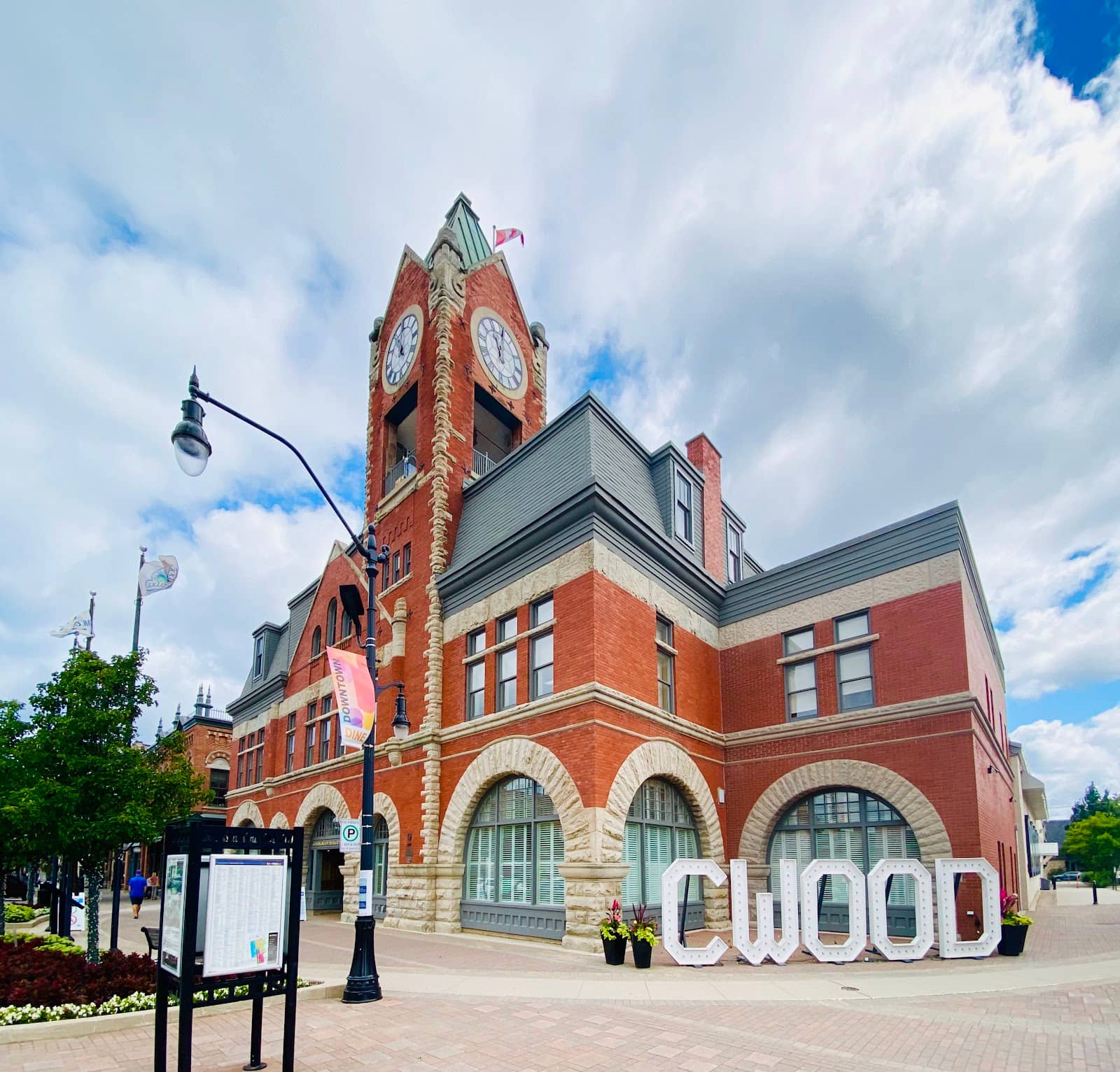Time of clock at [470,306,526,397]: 12:05
